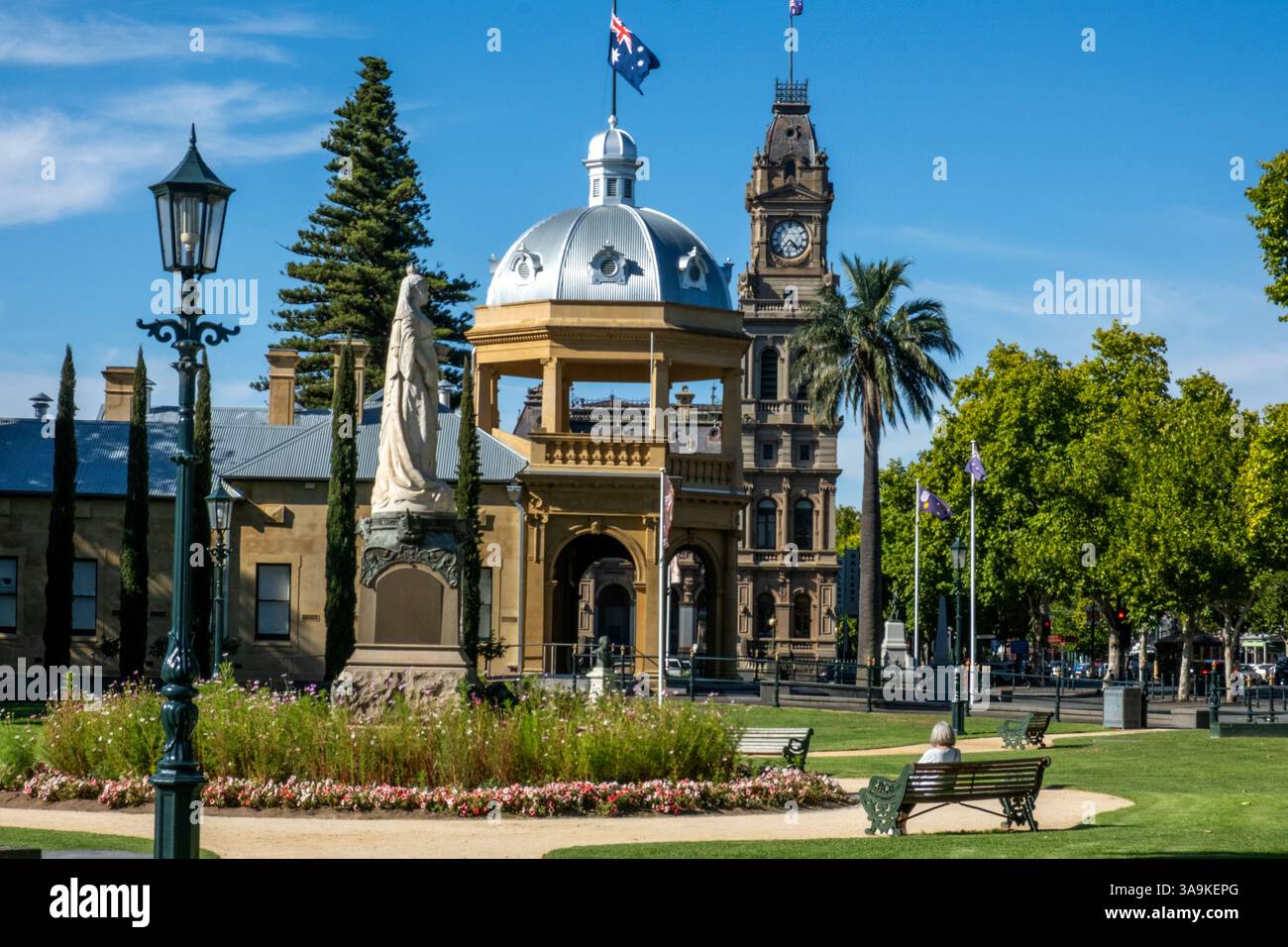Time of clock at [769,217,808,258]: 4:36
